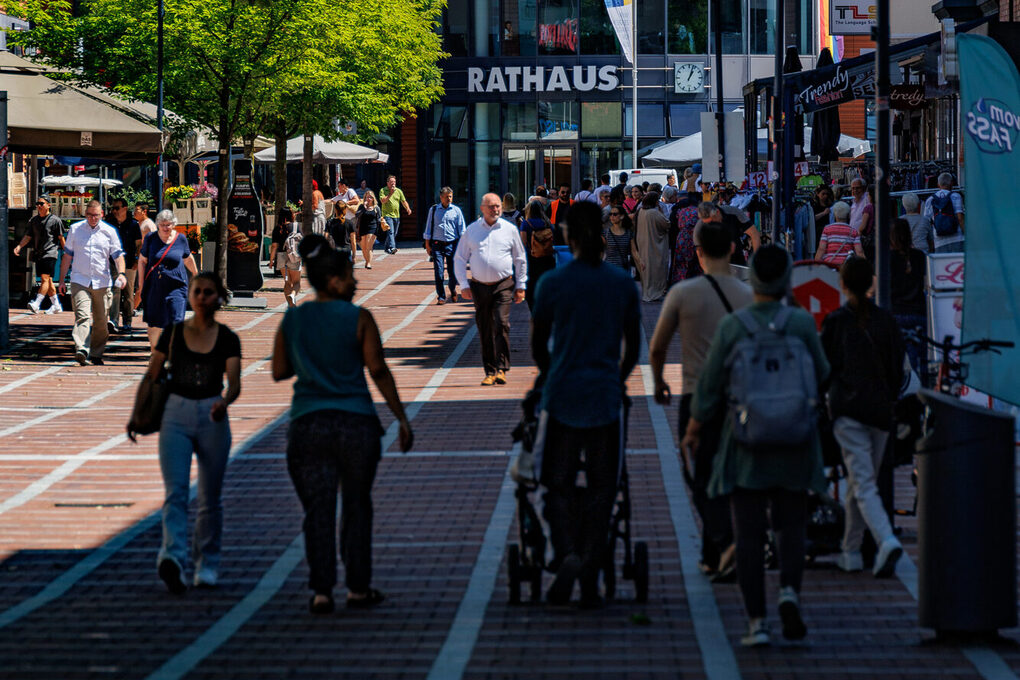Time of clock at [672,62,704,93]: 1:03
